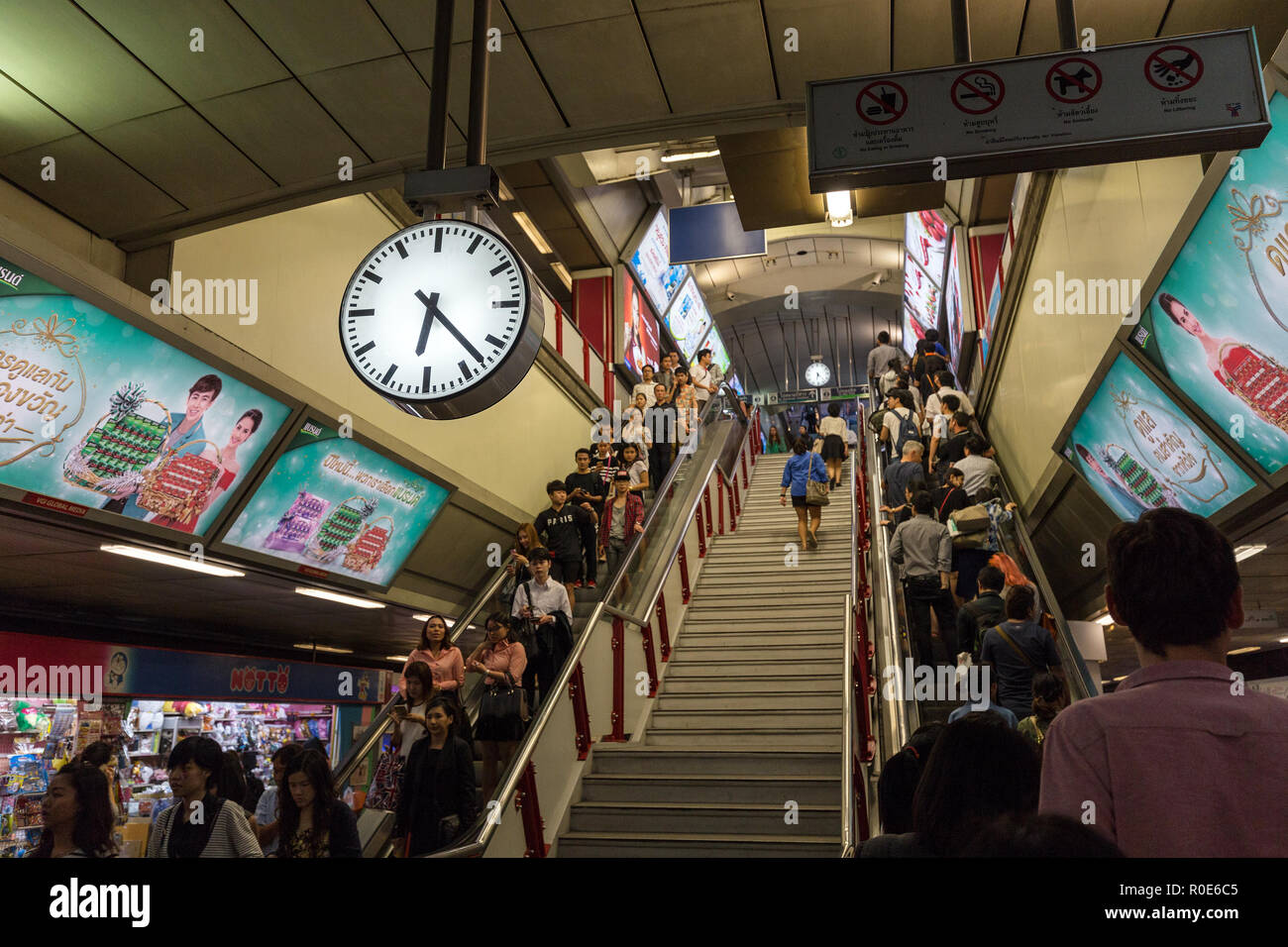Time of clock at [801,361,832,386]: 4:31
